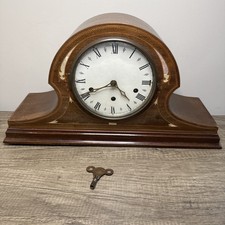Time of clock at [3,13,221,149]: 4:40
